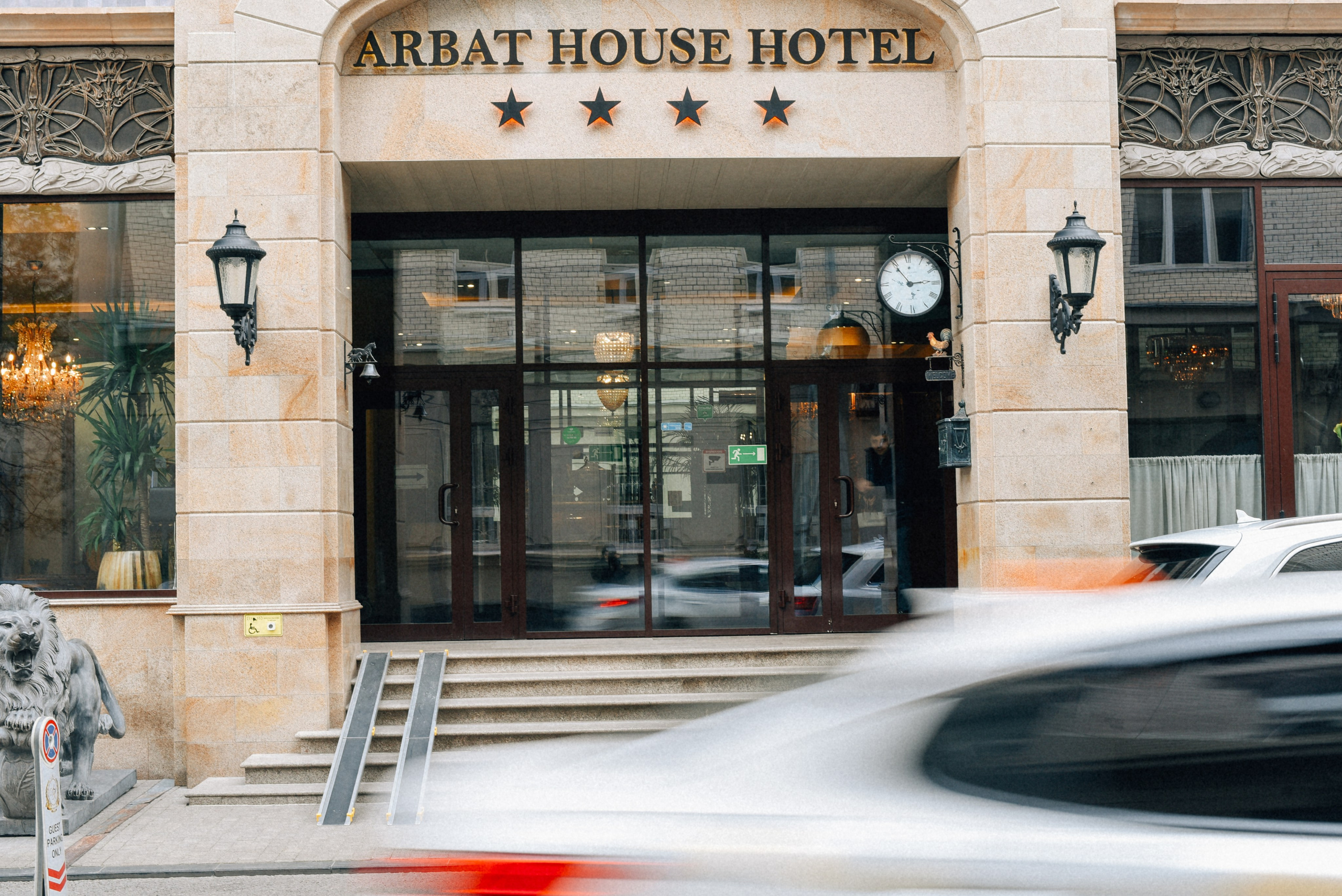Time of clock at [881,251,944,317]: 2:54
